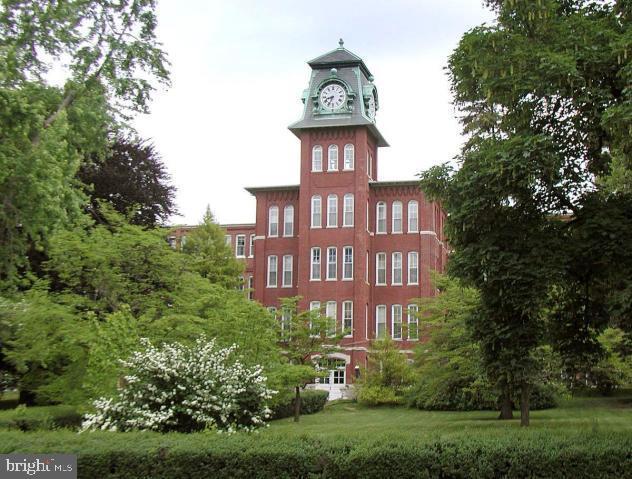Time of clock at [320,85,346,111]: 8:34
